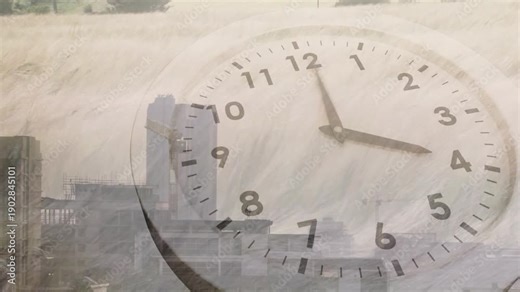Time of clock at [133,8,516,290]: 4:00
